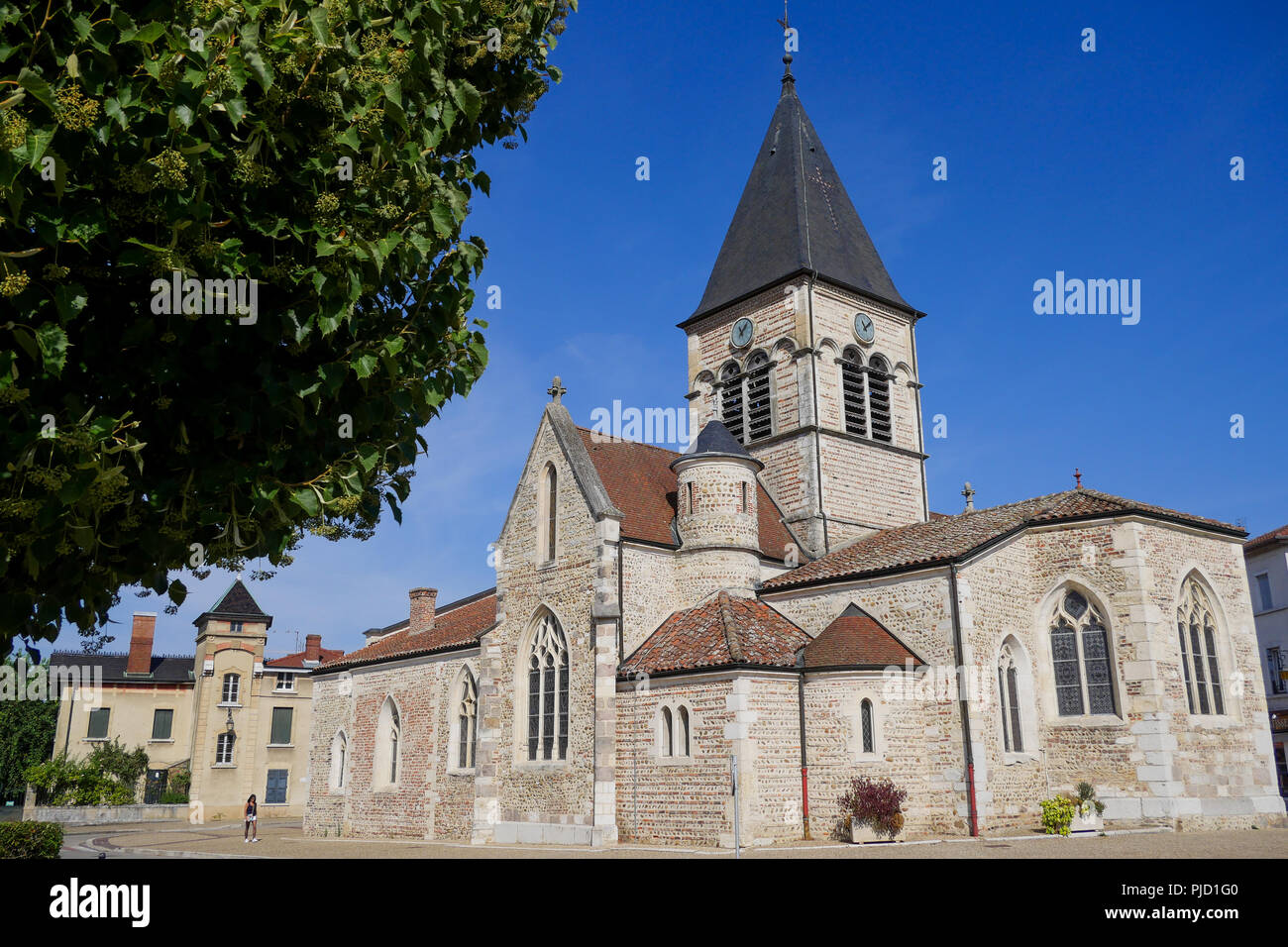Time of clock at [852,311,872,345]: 11:07
